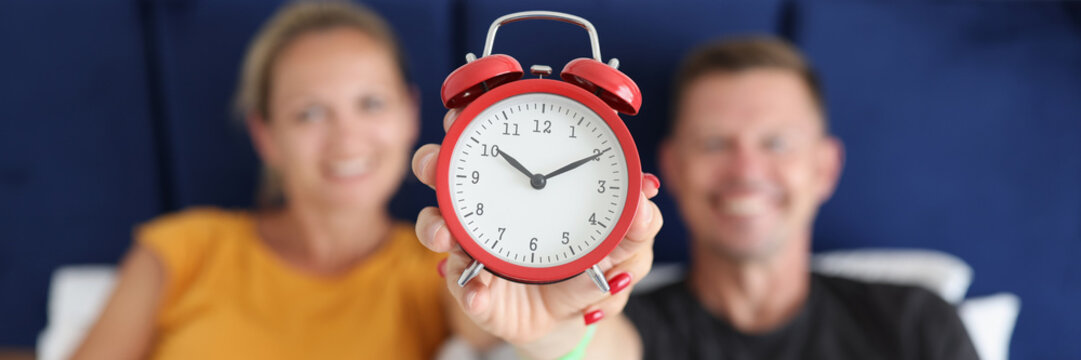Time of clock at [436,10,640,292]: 10:10
